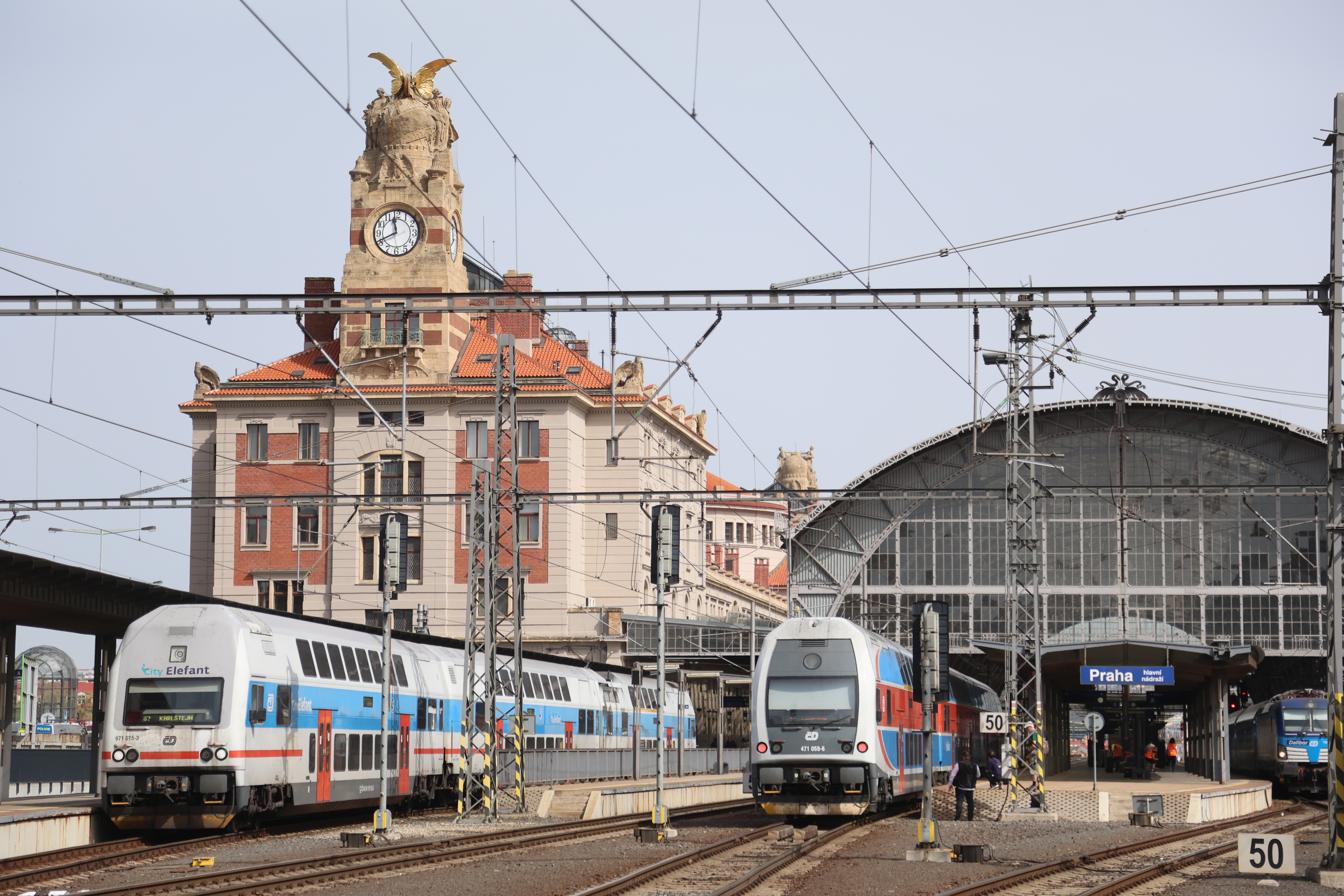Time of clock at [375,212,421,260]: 11:41
